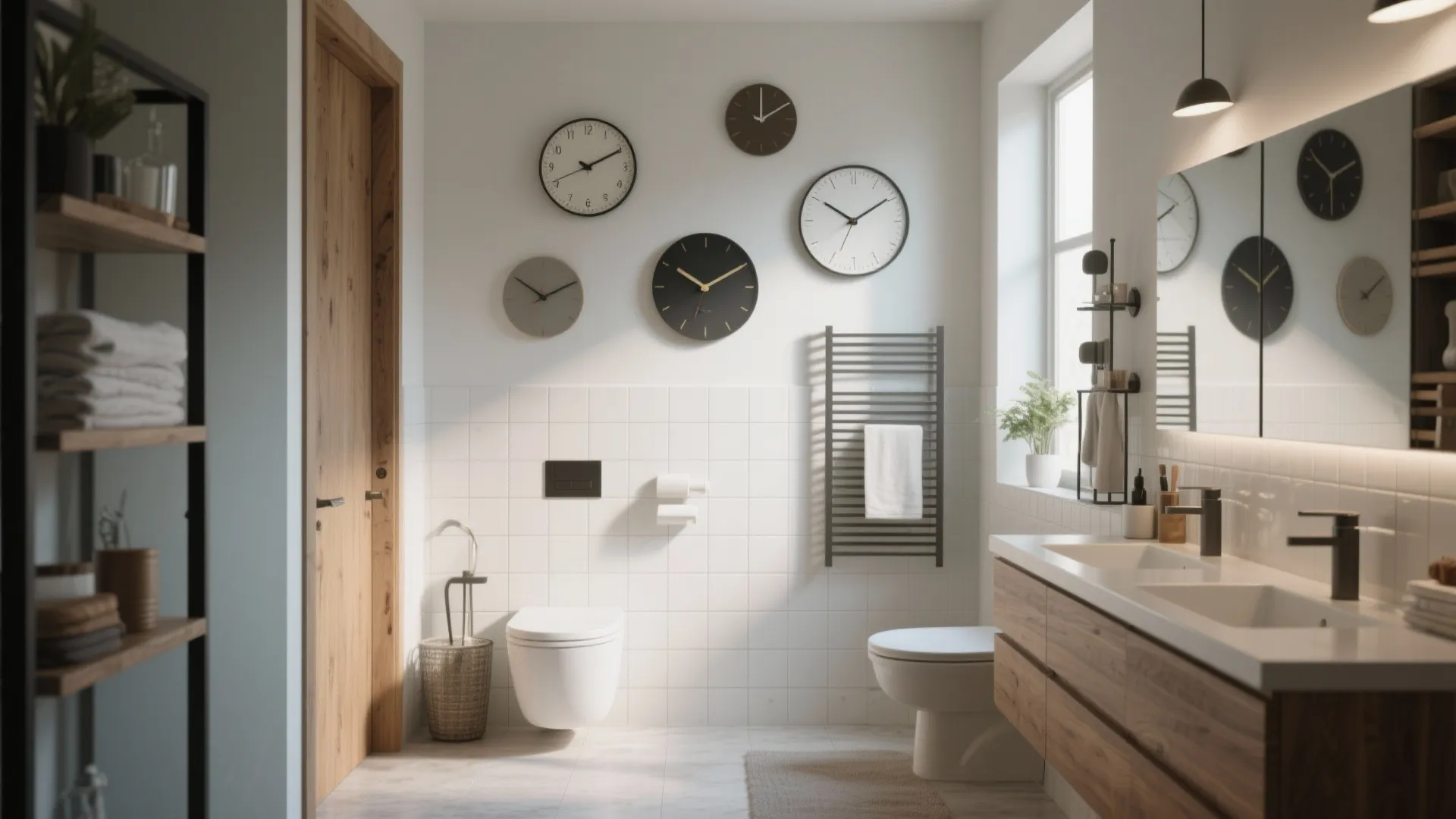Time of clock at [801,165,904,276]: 10:09
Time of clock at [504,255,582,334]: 10:10
